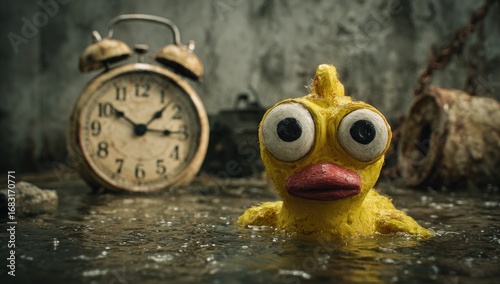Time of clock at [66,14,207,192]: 10:15
